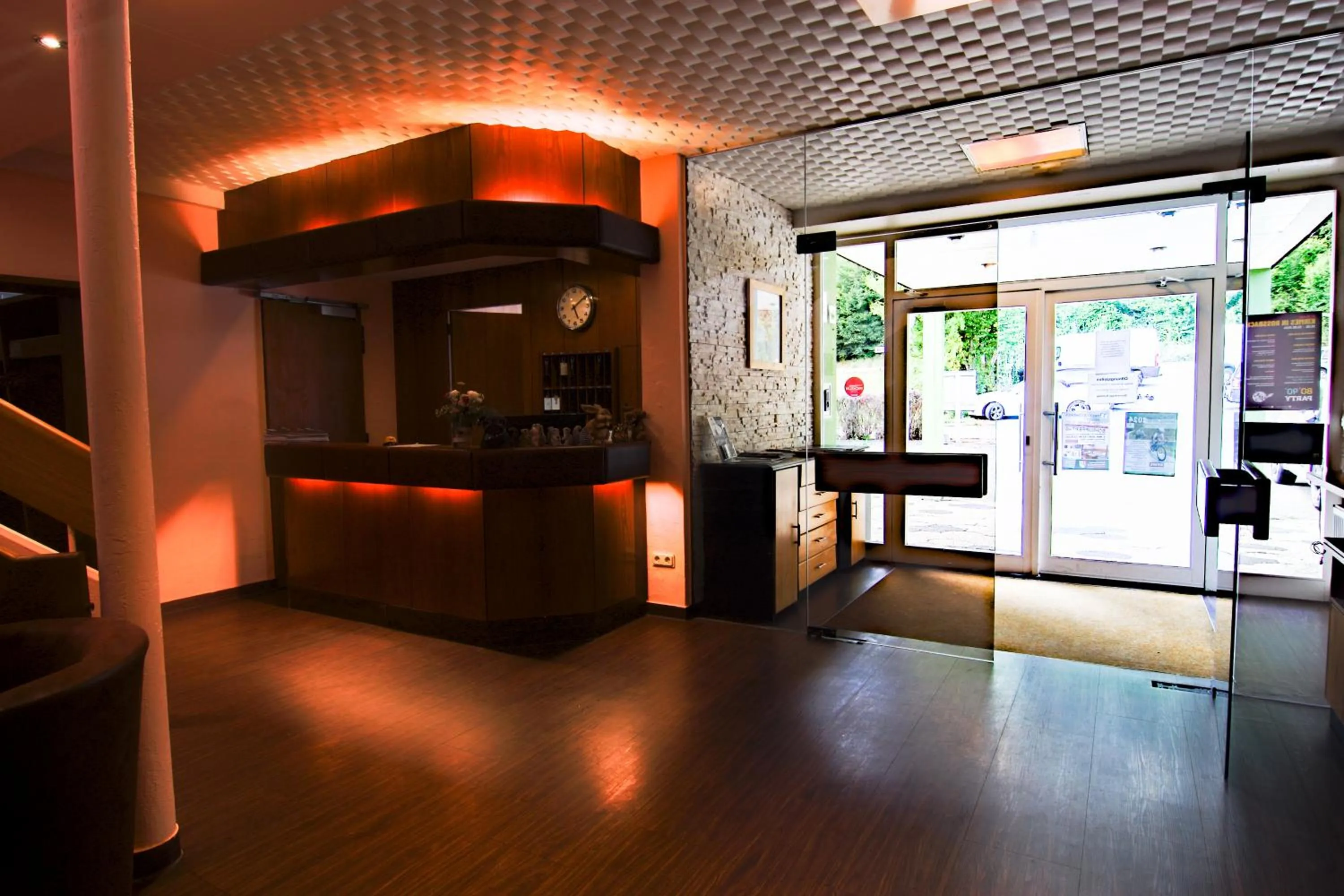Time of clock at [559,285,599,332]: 5:09
